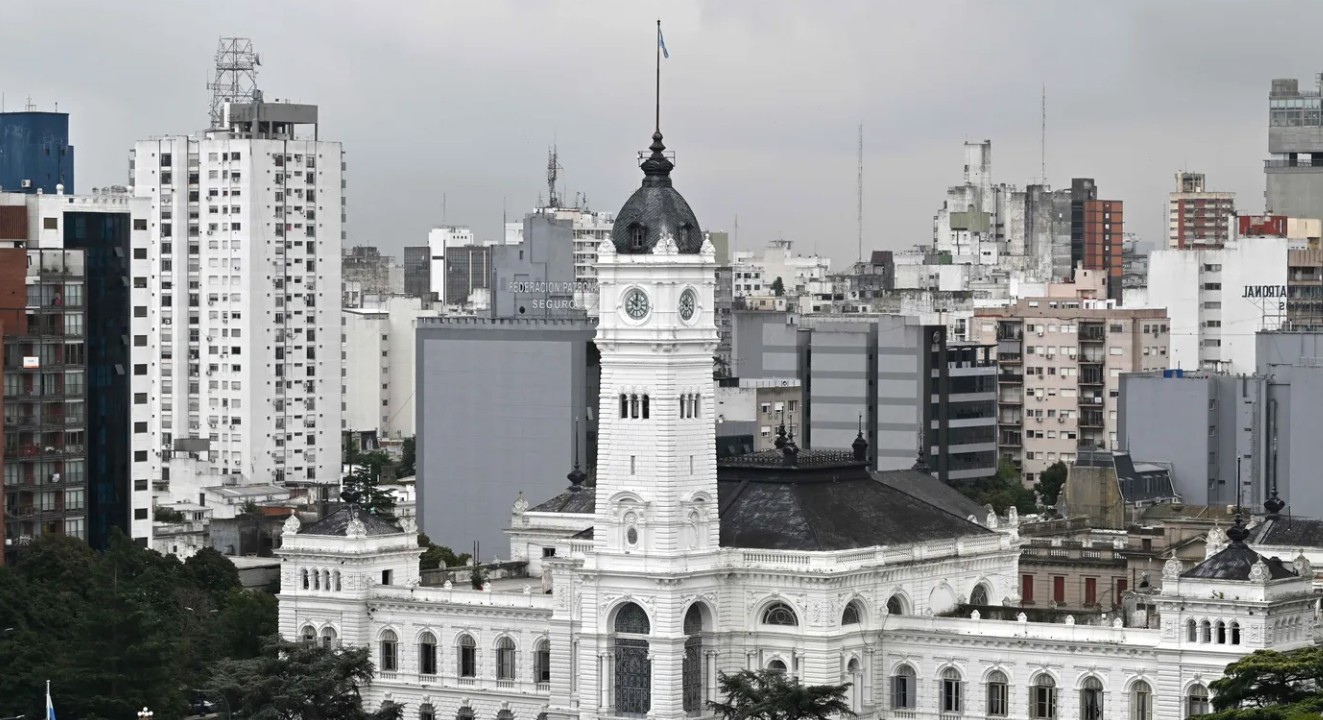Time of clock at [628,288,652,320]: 10:00
